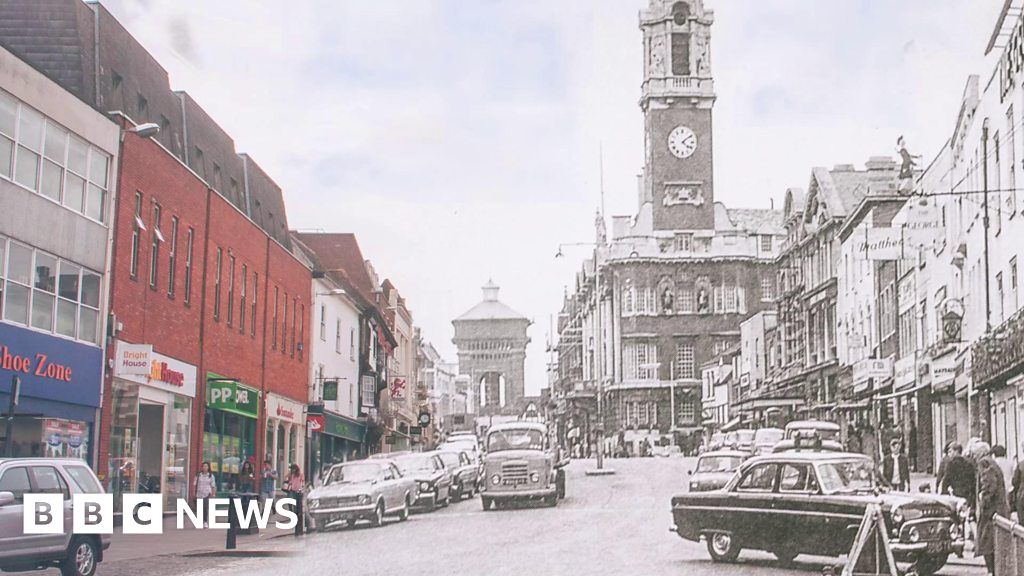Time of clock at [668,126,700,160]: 4:08
